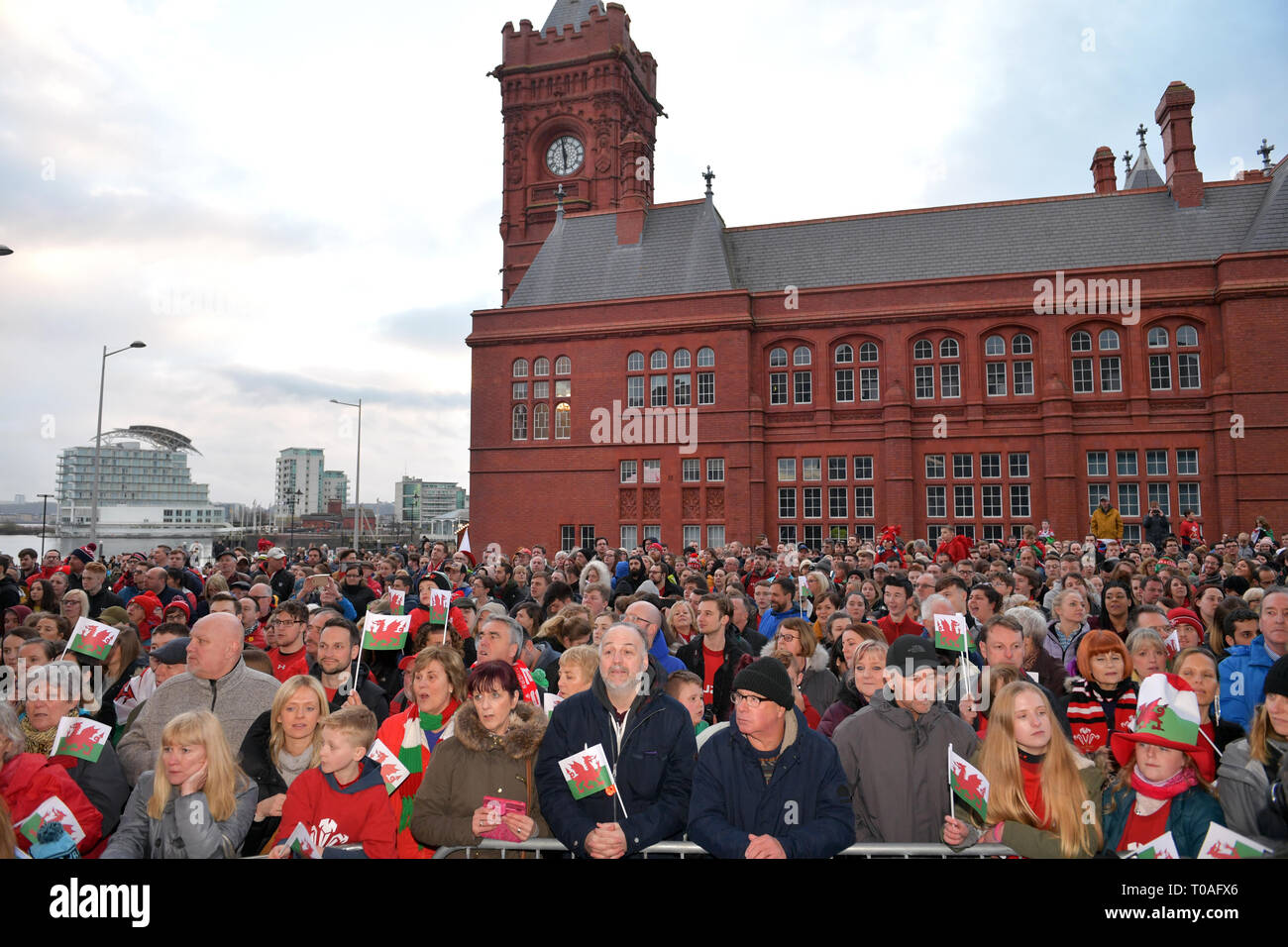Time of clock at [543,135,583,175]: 5:58
